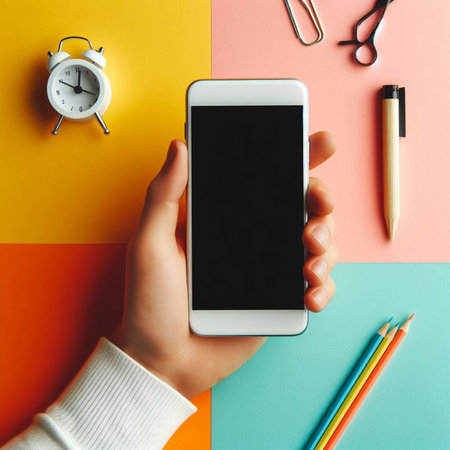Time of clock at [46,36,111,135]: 12:18
